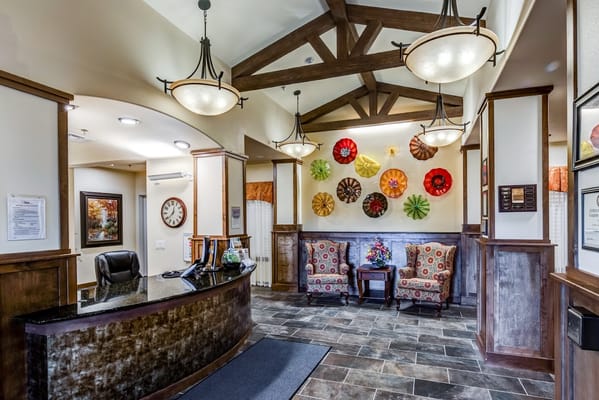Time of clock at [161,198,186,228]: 12:38
